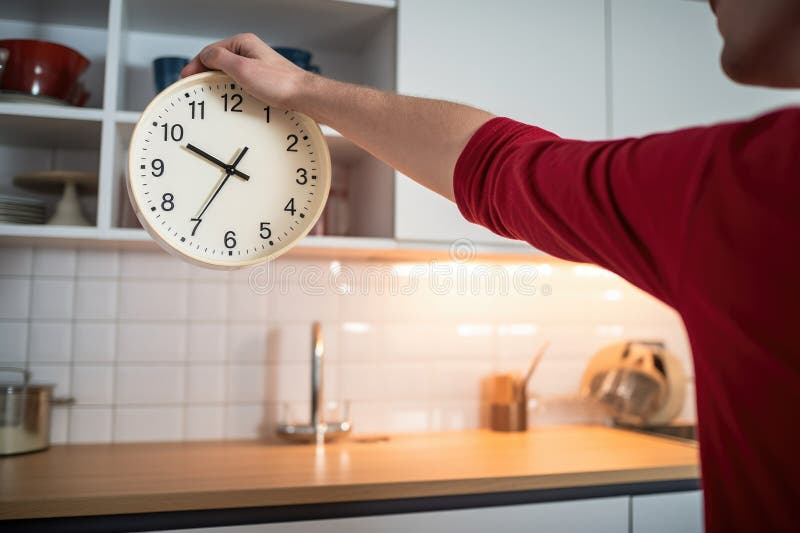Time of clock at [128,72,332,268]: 9:35
